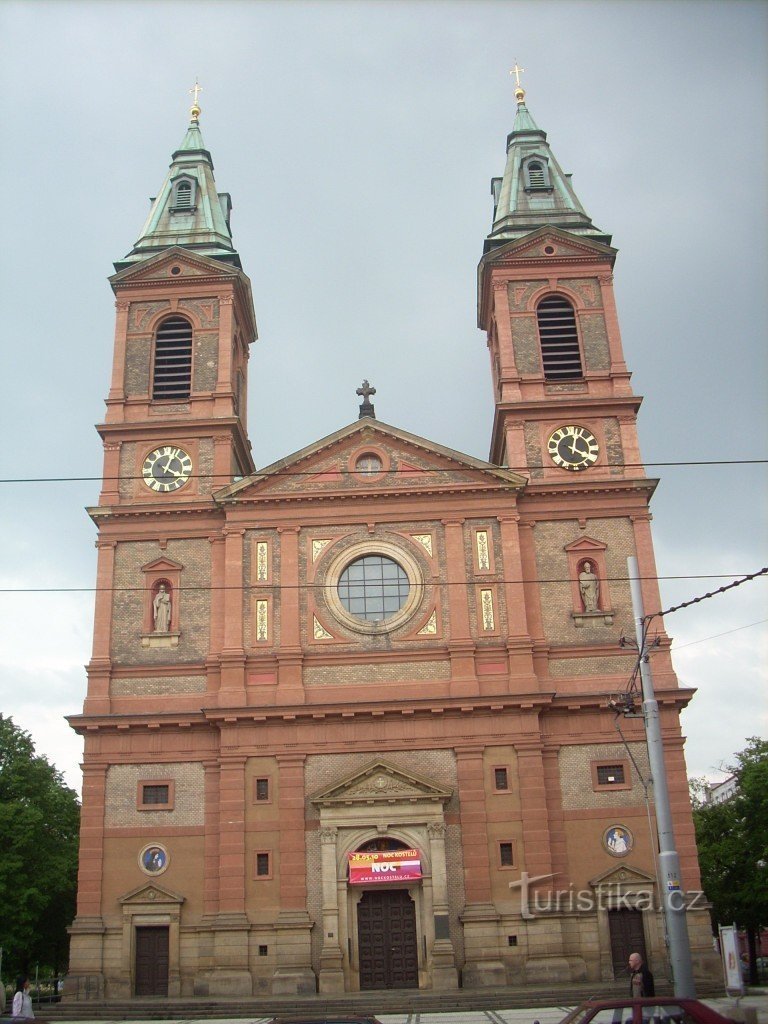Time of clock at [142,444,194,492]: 4:03
